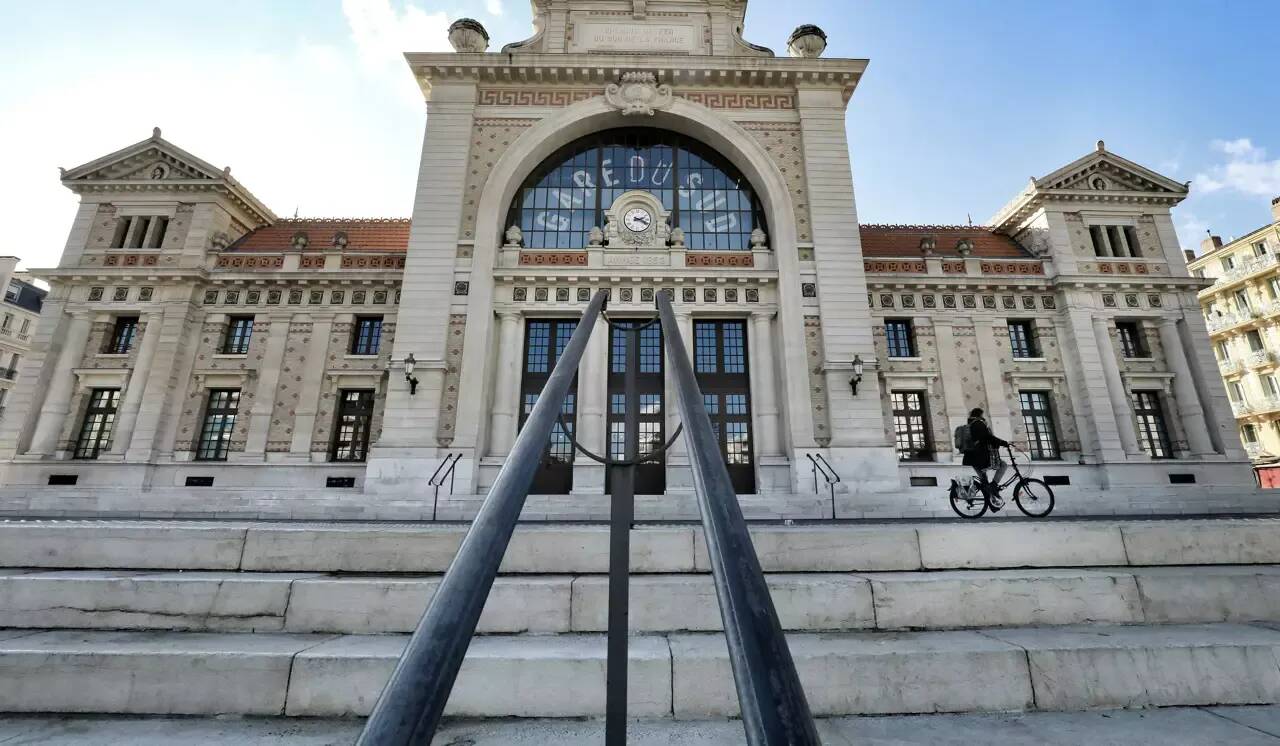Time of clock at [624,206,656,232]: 2:18
